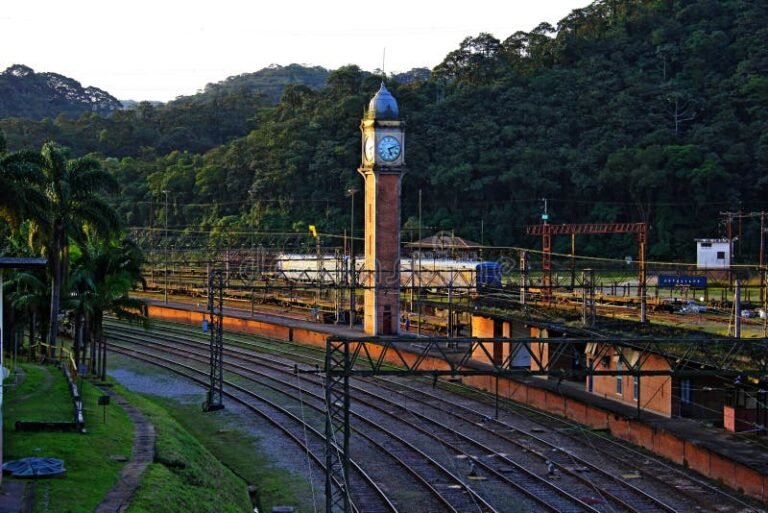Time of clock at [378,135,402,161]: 5:11
